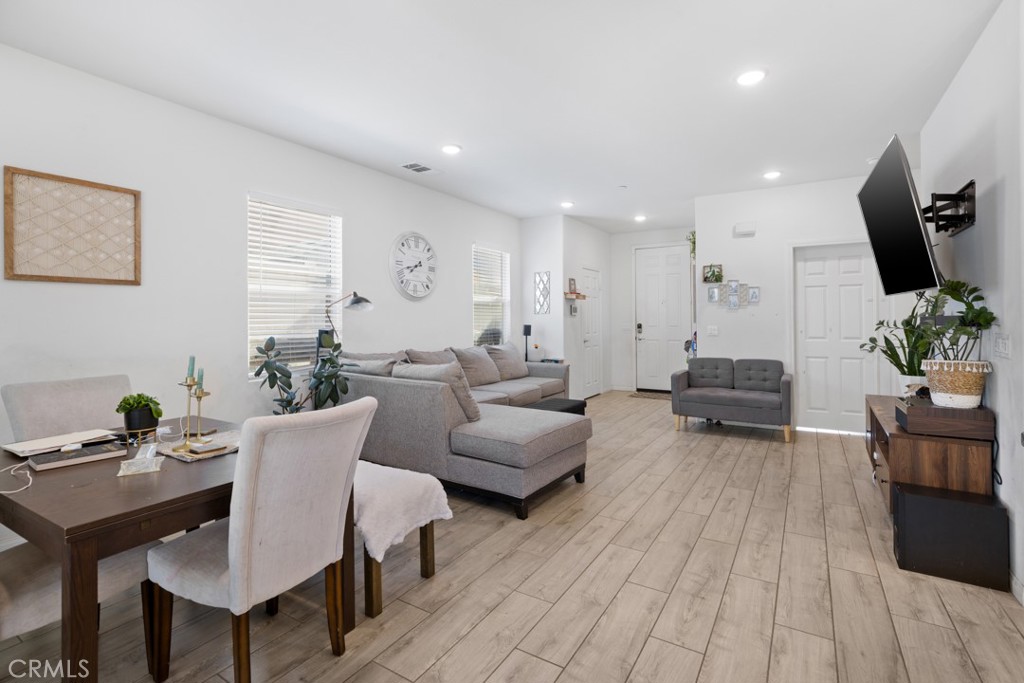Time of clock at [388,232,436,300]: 7:42
